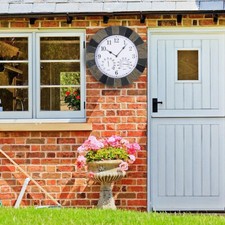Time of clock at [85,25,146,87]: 10:07
